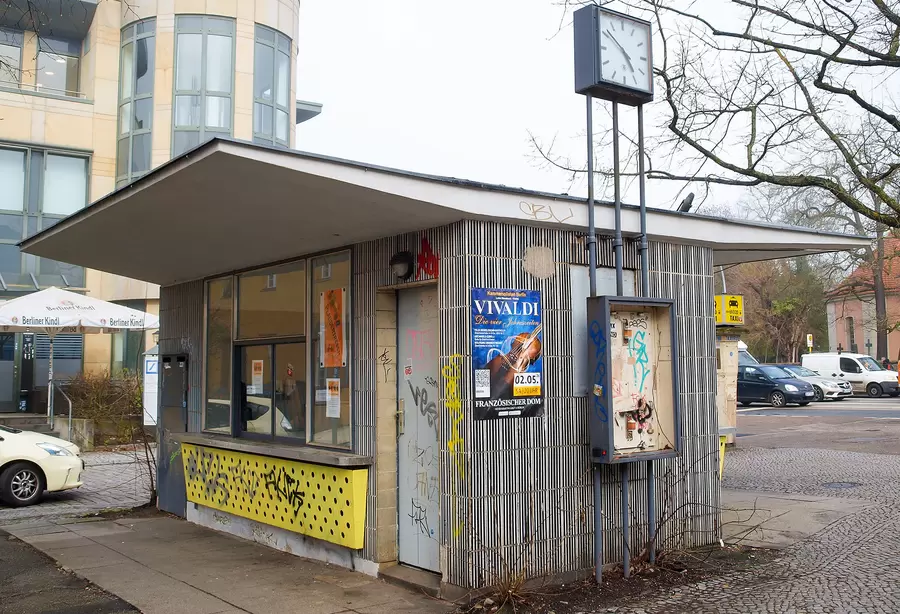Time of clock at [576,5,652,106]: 4:51
